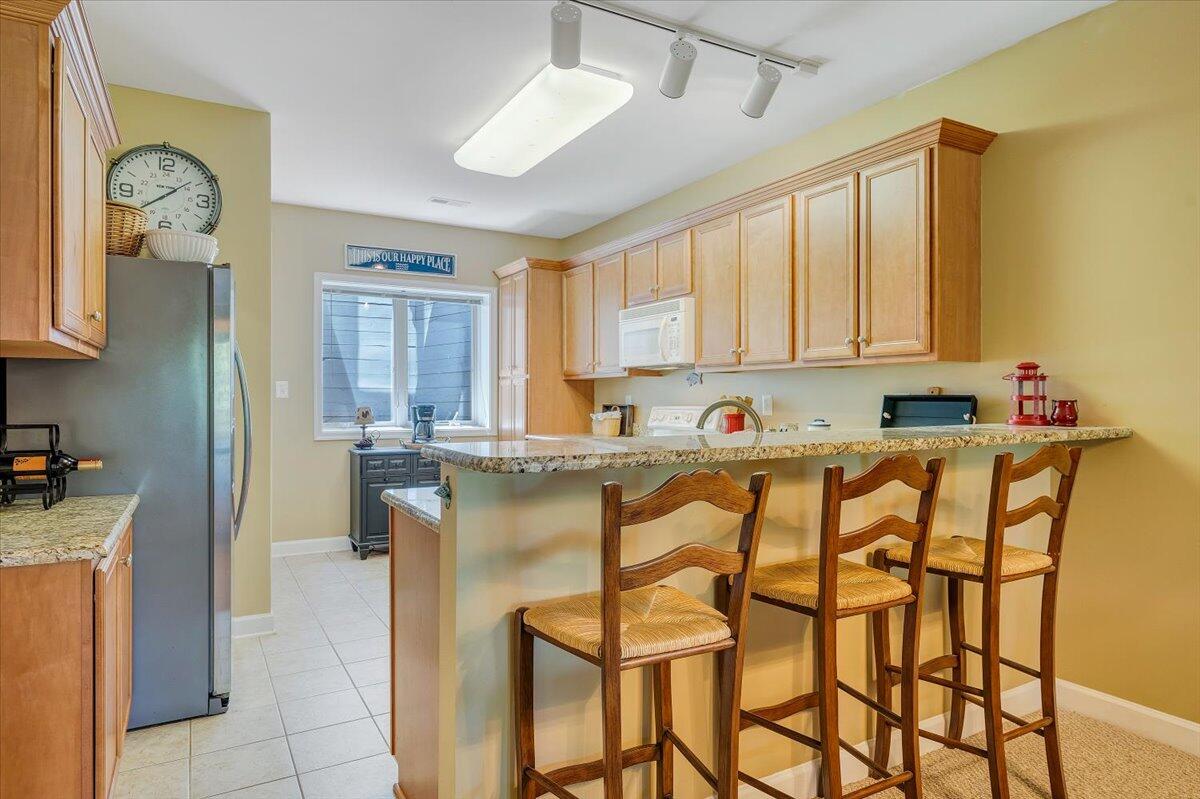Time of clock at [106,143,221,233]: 1:39
